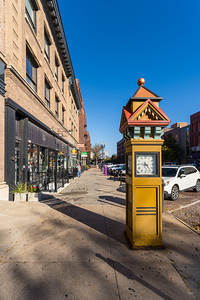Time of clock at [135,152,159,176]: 4:46
